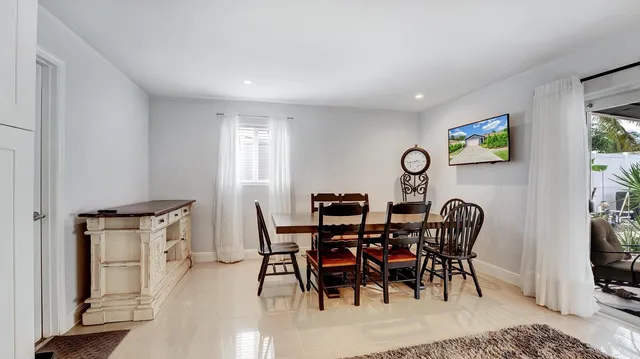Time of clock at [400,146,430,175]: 3:43
